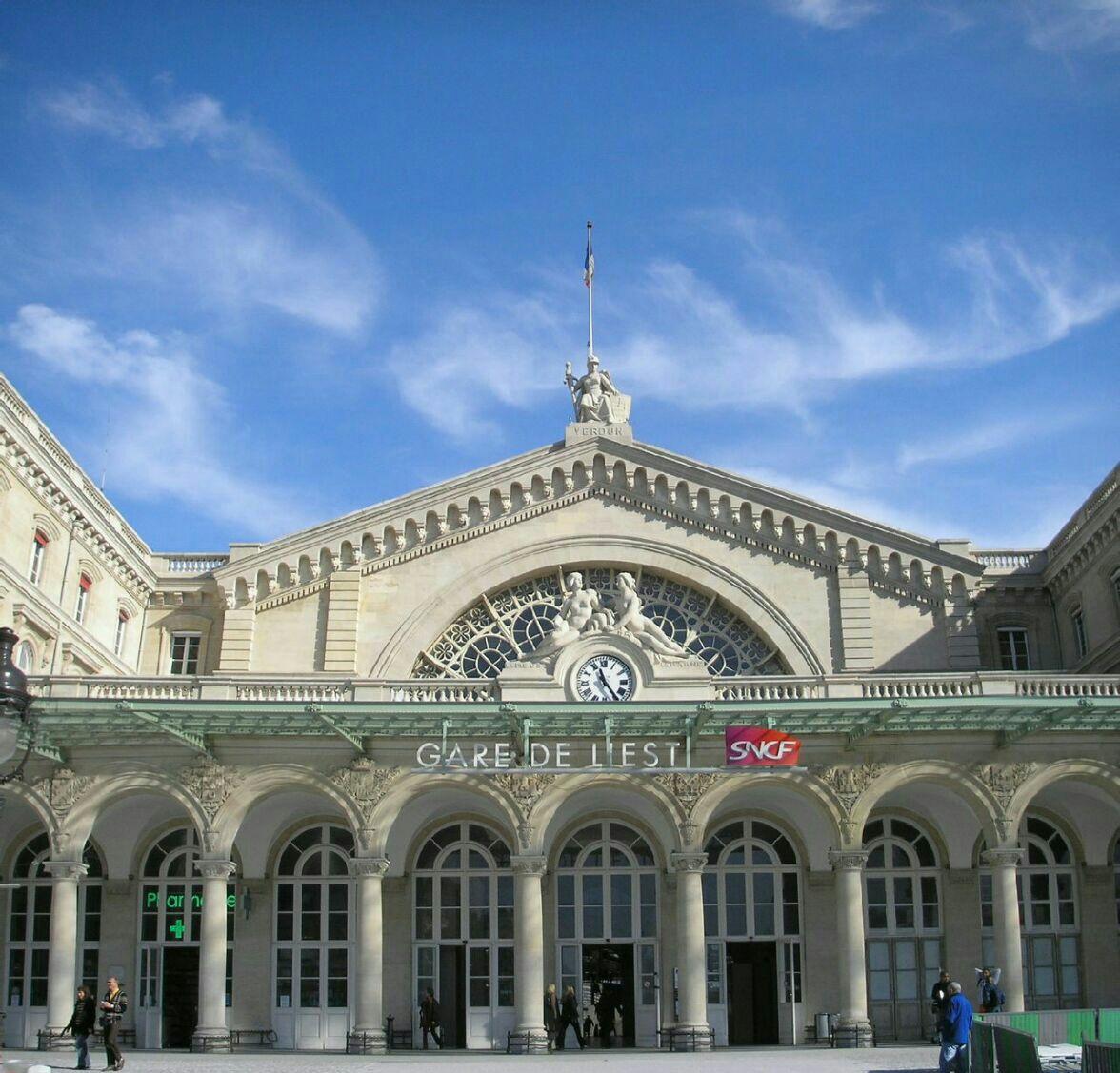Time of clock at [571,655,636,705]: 11:24
